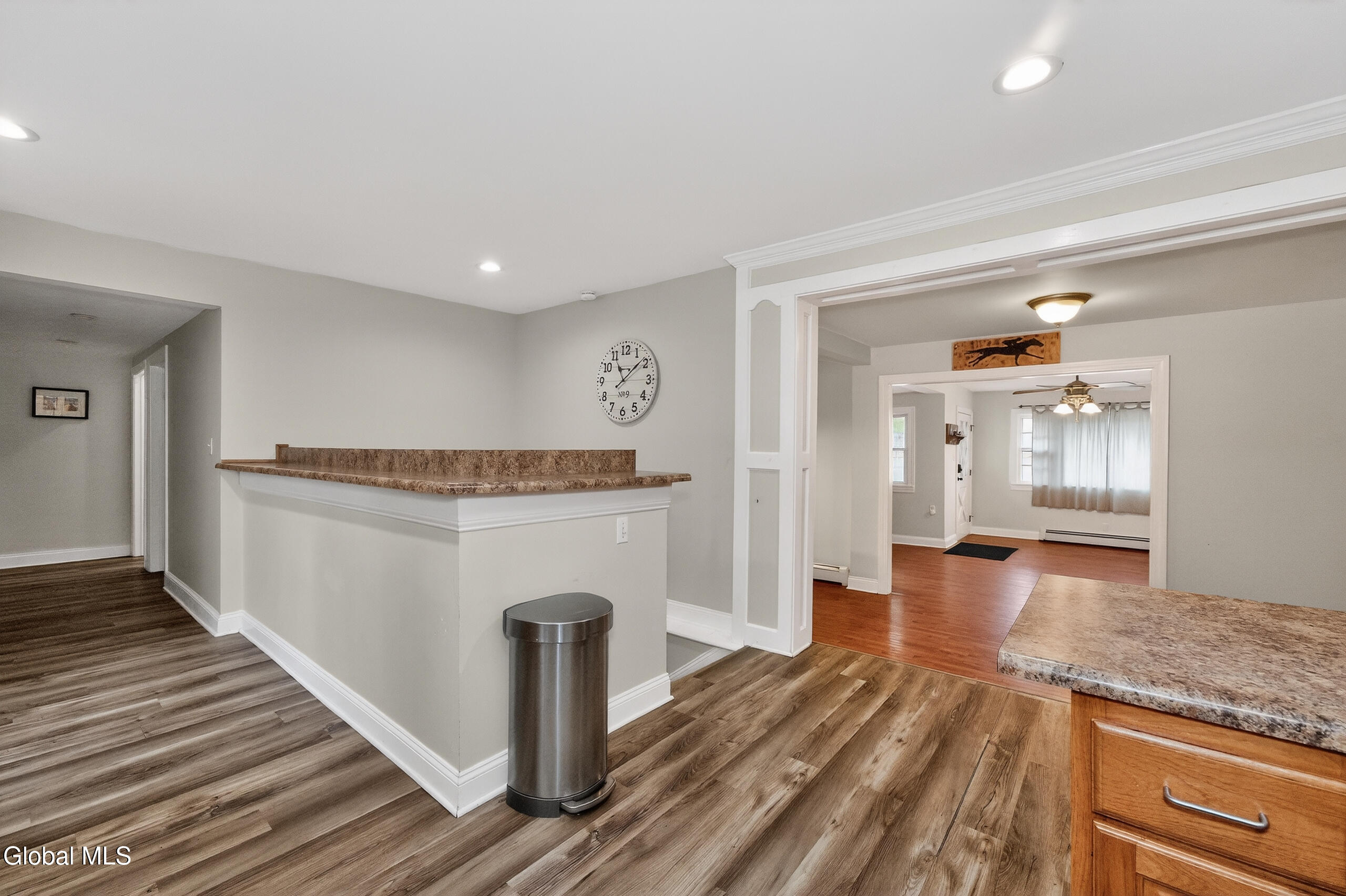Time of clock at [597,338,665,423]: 11:08
